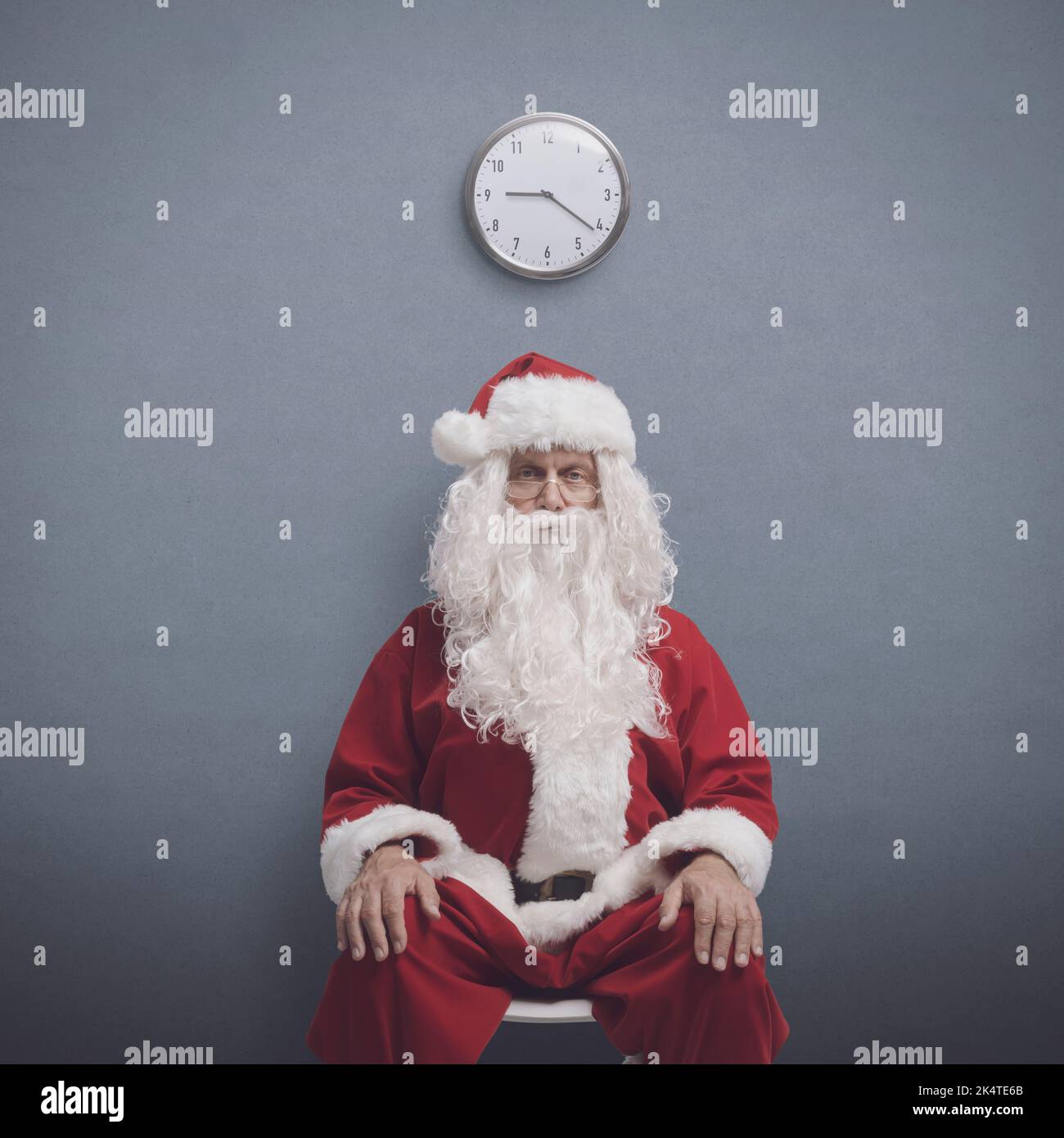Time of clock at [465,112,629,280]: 9:21
